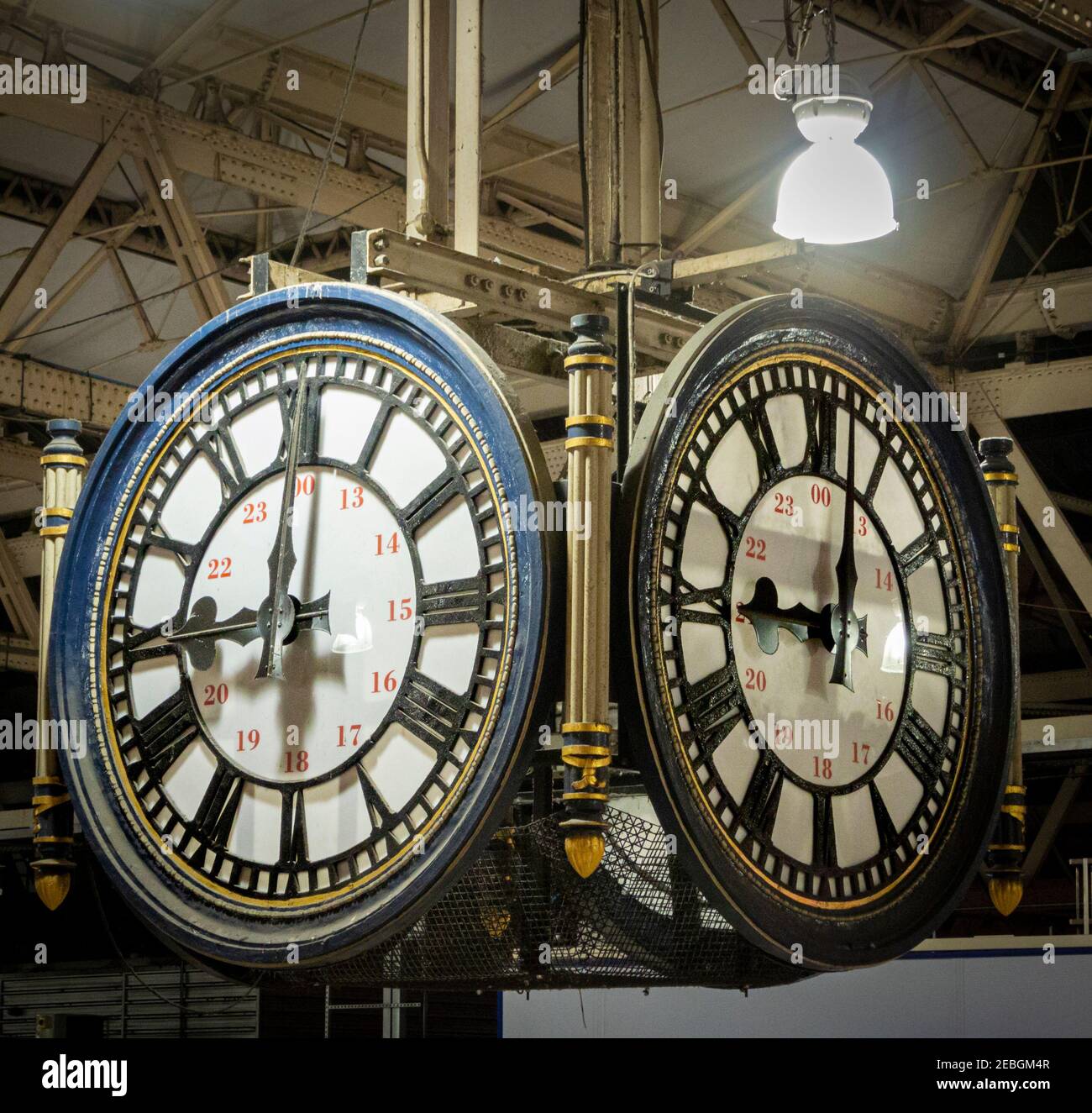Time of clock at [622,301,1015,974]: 9:01
